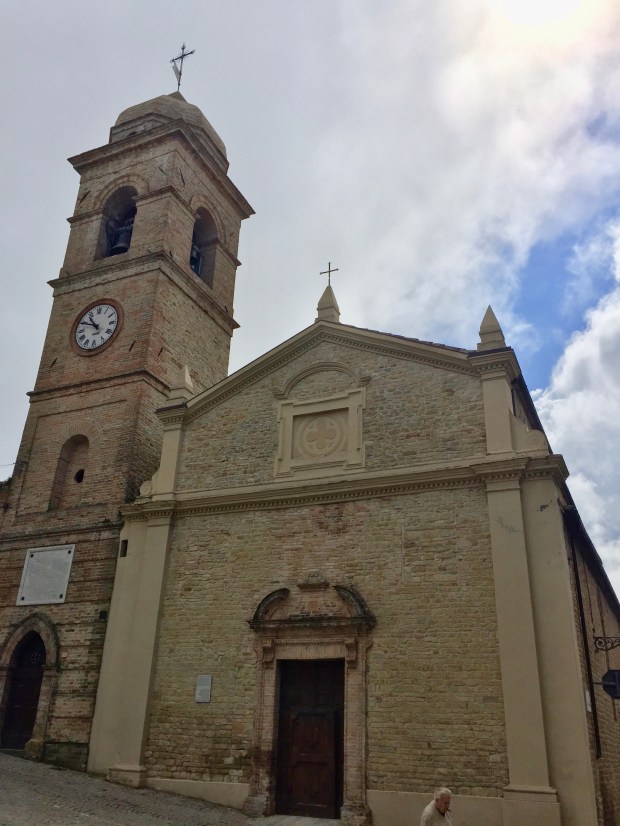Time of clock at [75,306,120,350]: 10:49
